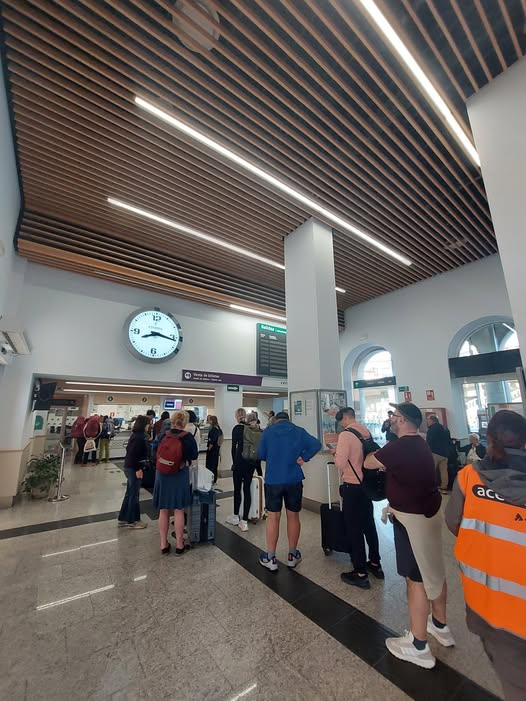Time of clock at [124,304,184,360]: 8:16
